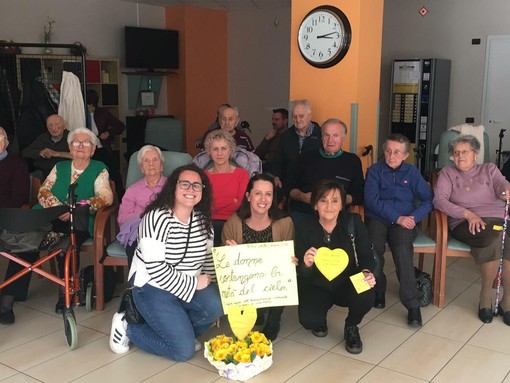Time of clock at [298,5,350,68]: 3:13
